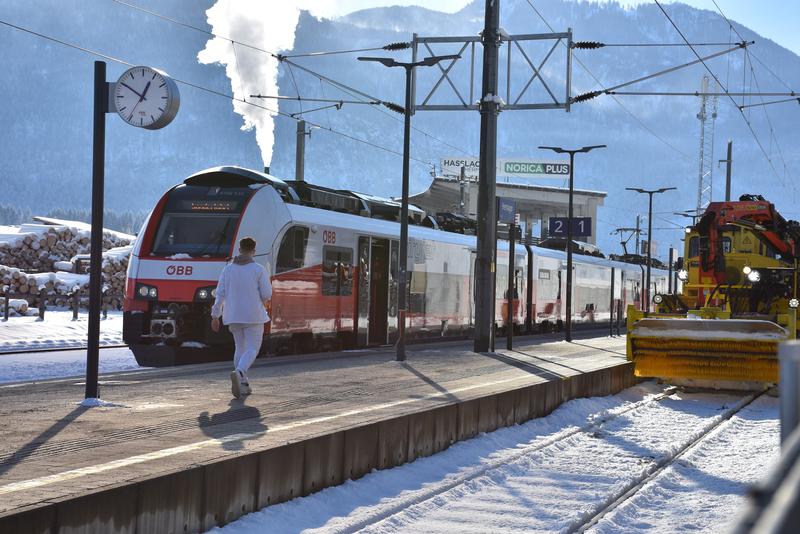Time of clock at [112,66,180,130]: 12:50
